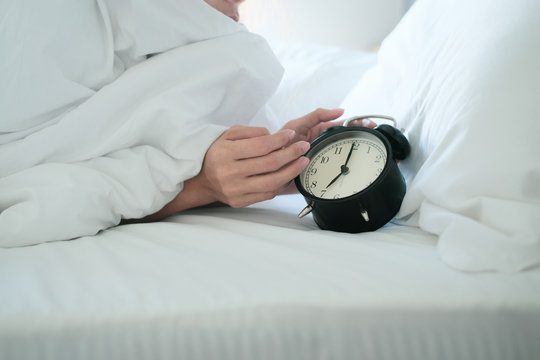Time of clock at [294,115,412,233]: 7:00
